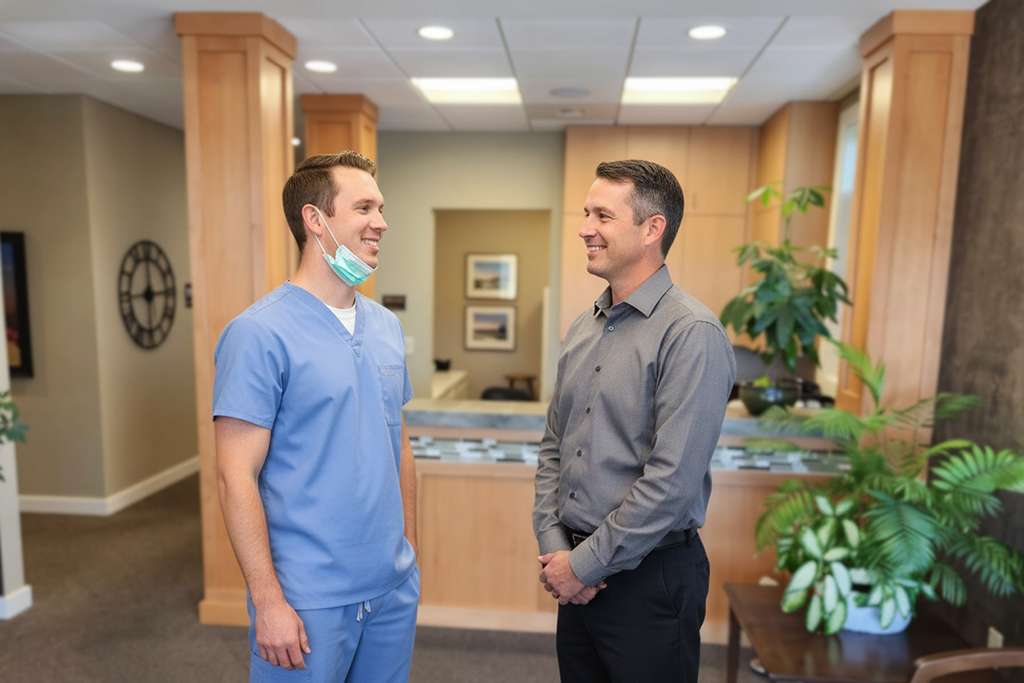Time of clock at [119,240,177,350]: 5:59
